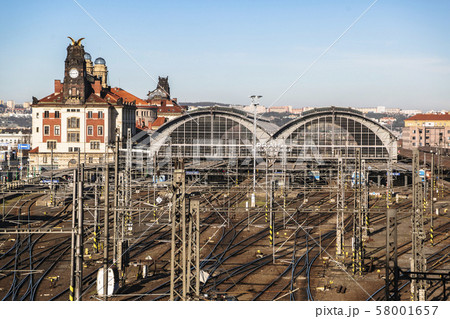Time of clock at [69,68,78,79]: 2:45
